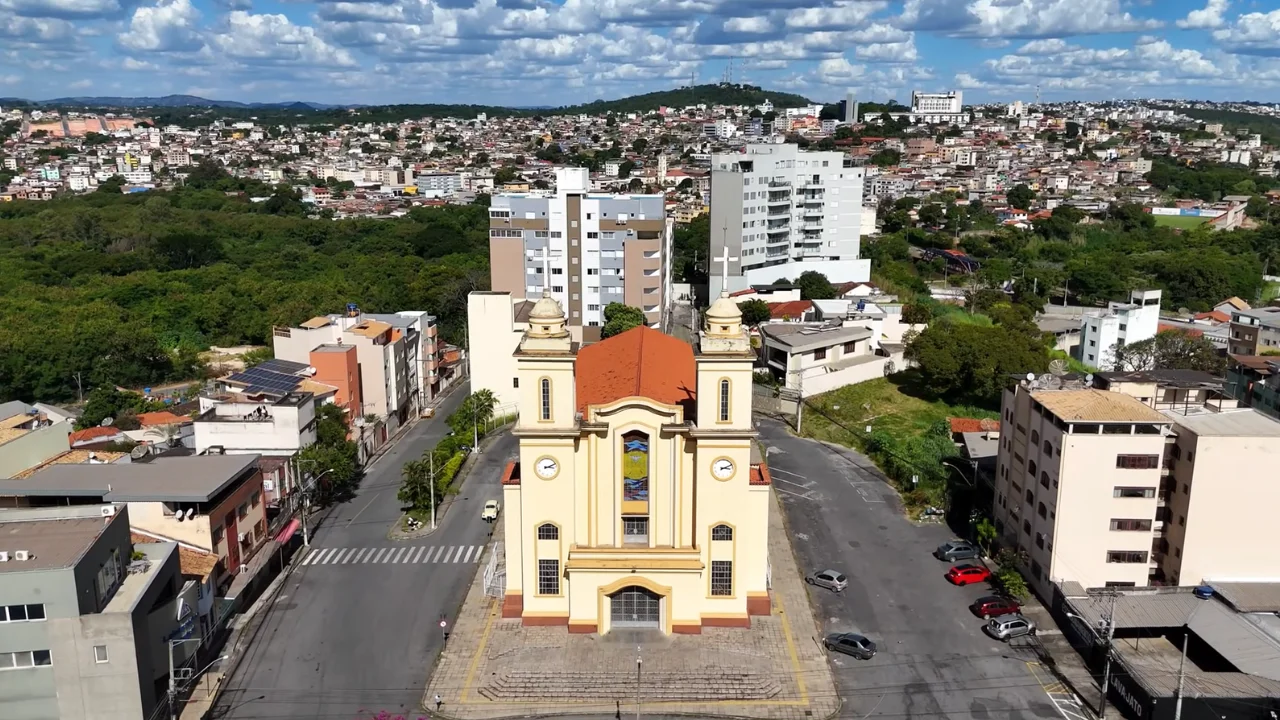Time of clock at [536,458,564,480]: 3:11
